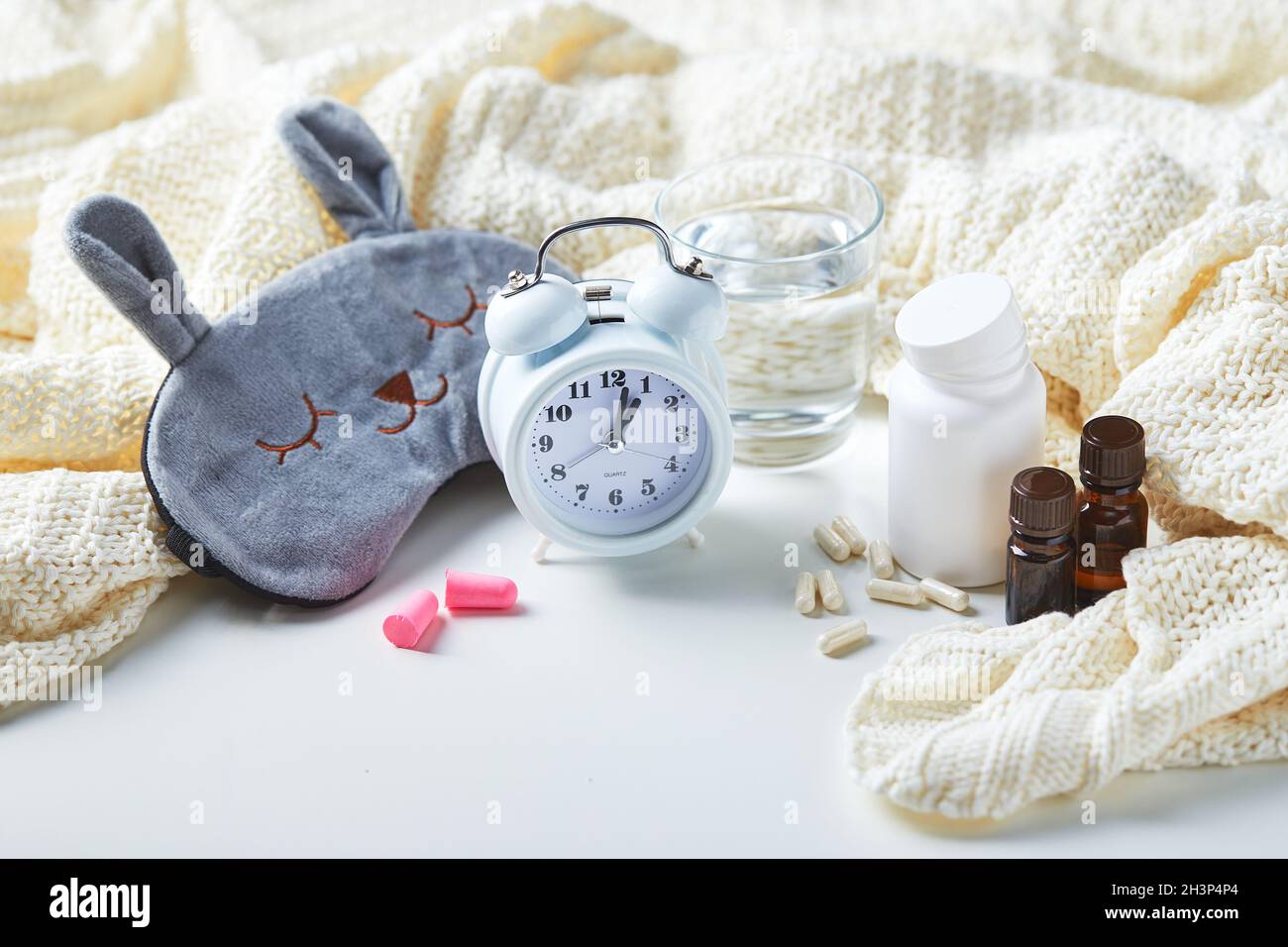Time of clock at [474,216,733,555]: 1:01
